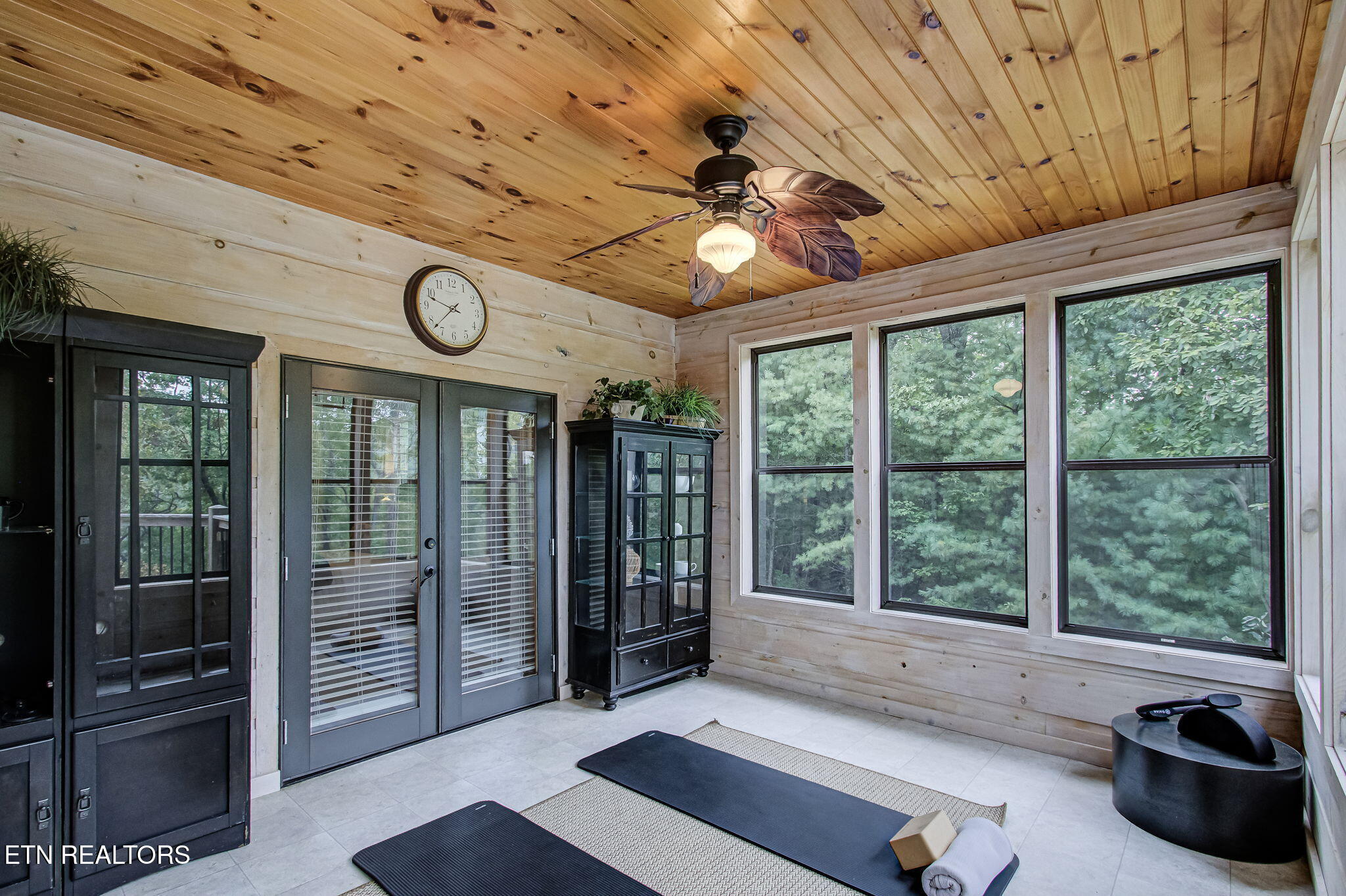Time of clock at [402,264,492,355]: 9:37
